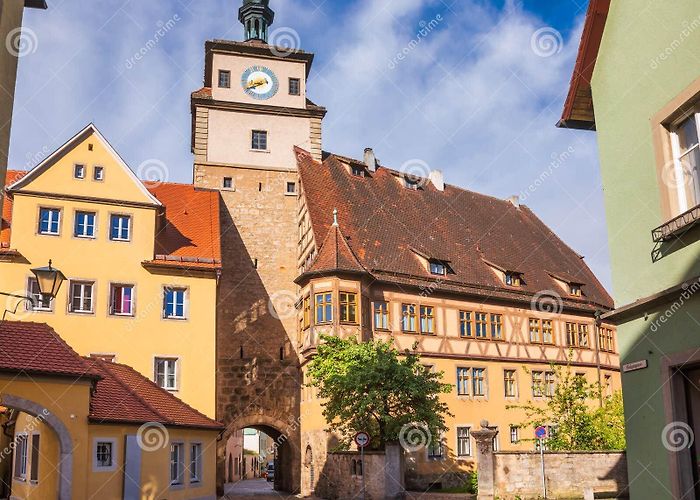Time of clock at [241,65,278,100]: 8:40
